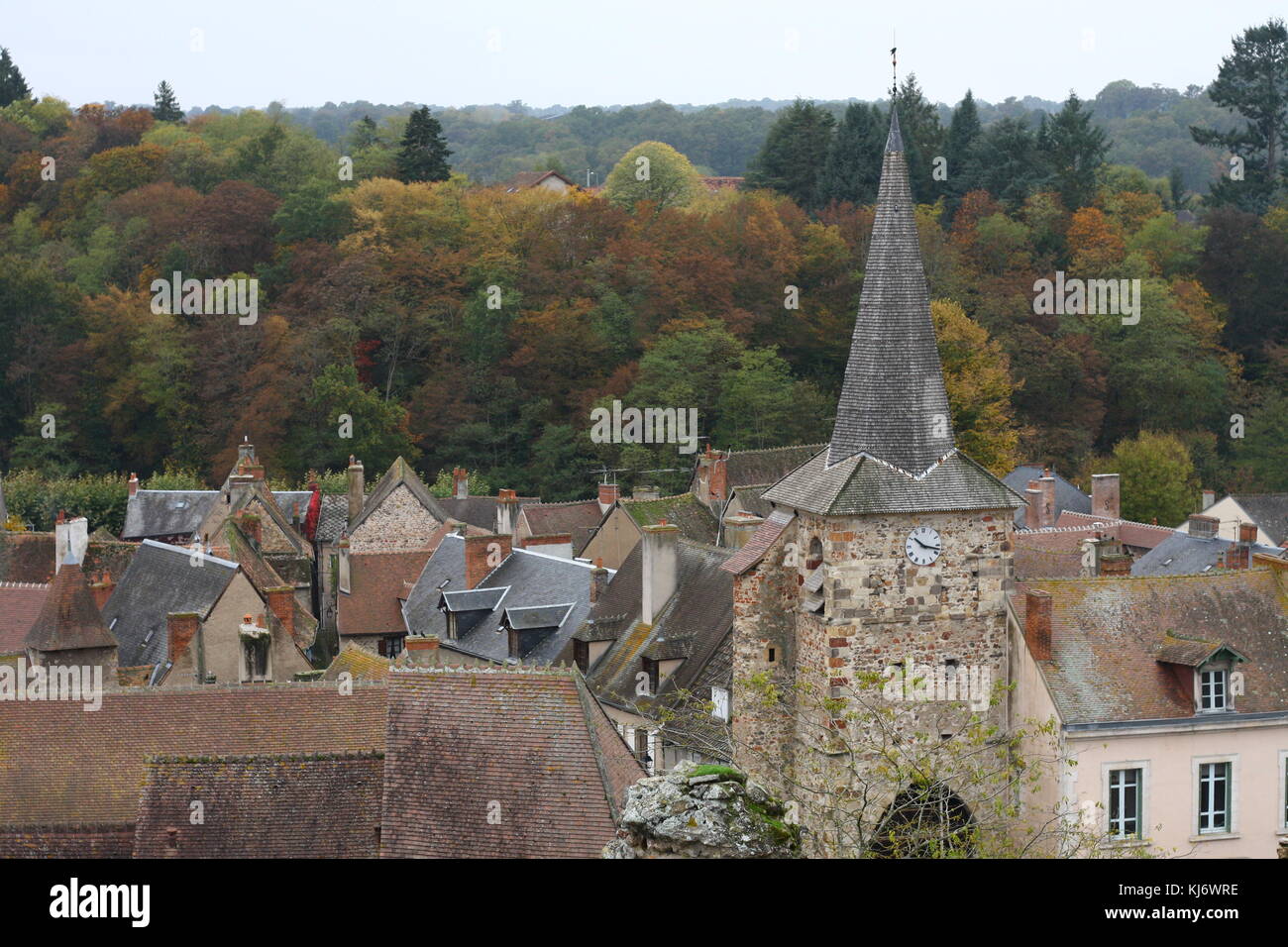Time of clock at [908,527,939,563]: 10:17
